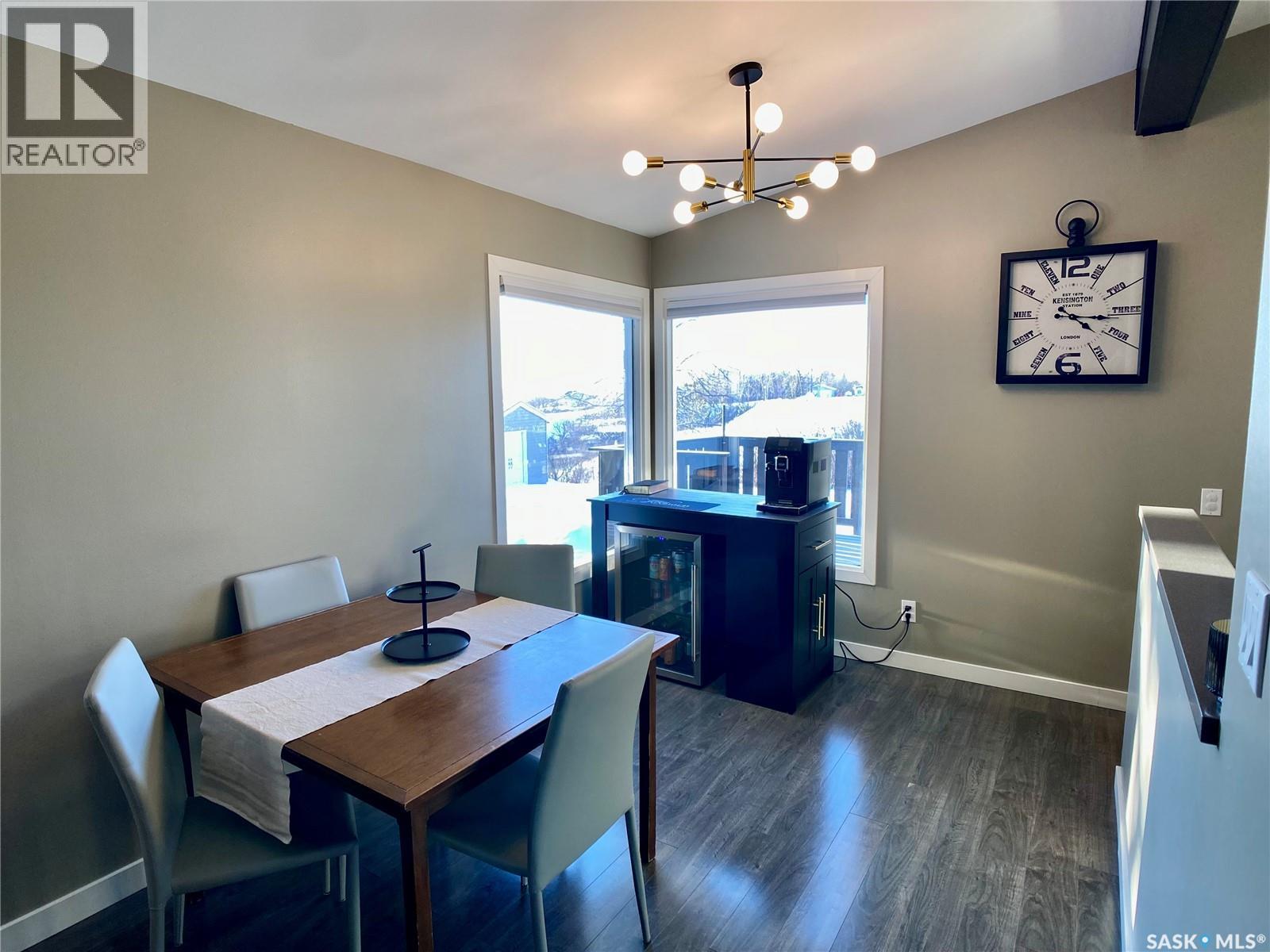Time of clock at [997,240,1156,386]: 4:16
